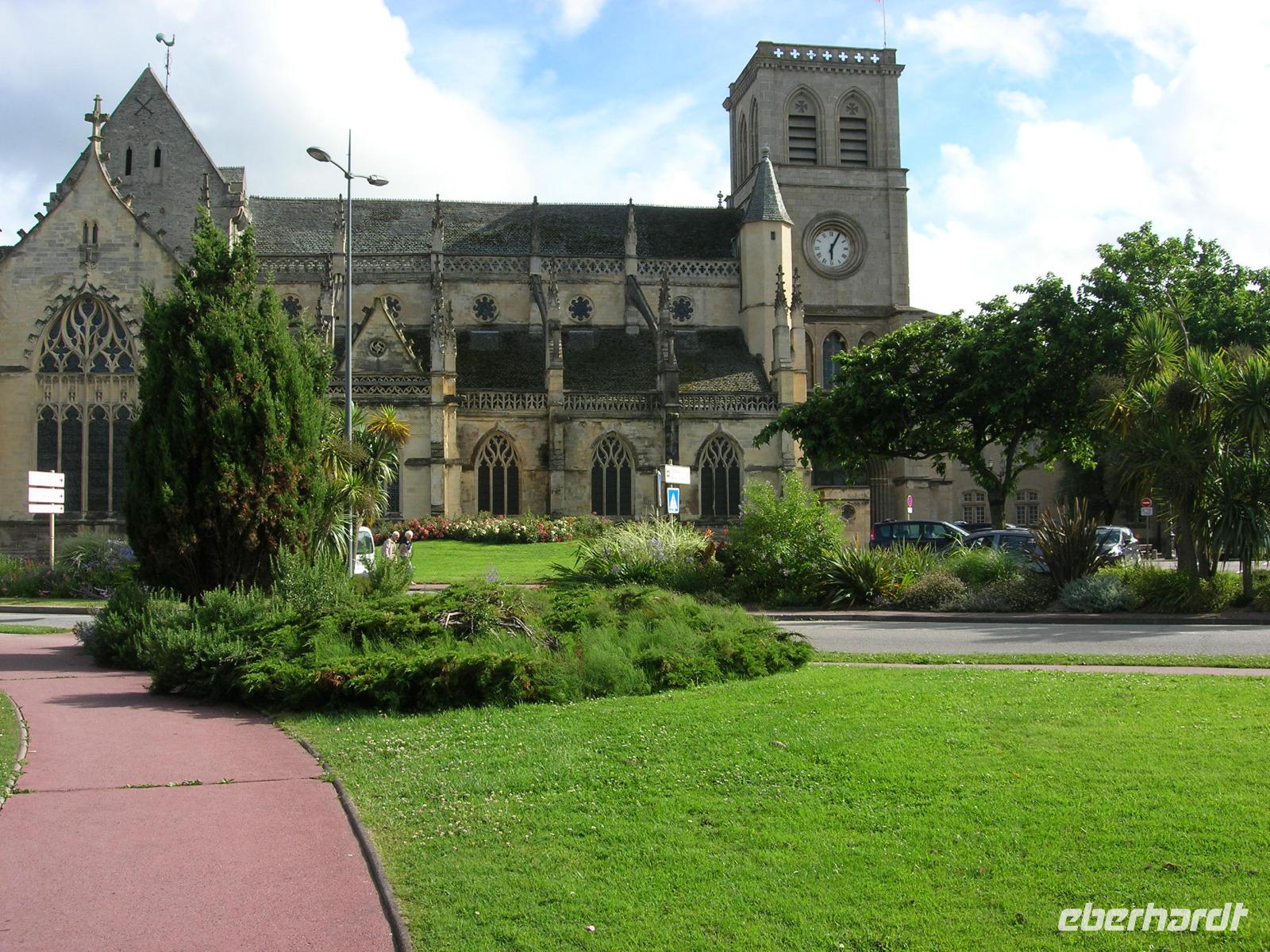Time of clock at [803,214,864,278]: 6:05
